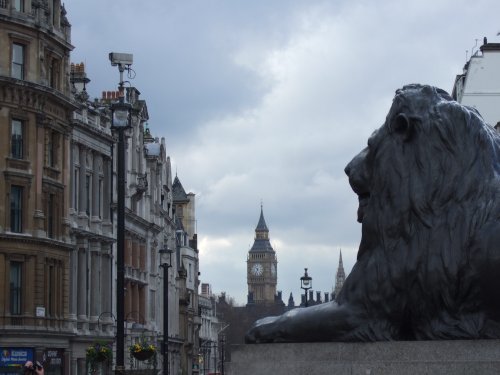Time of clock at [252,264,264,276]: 10:34
